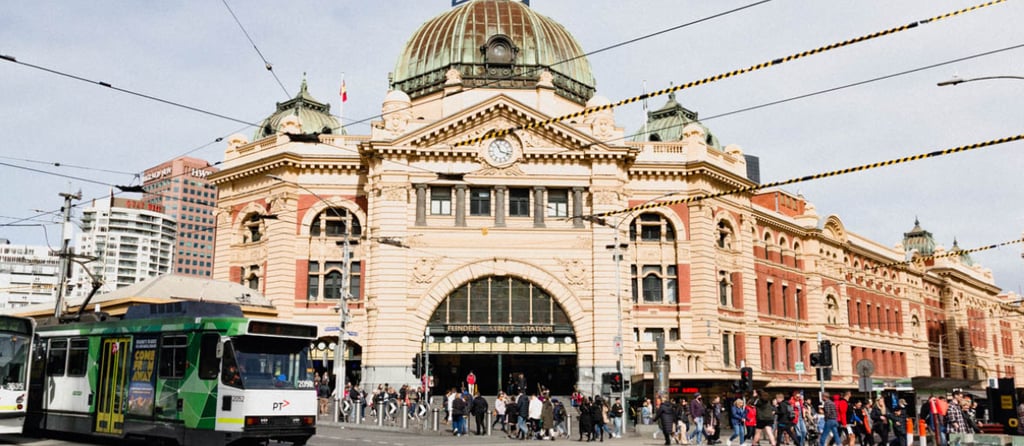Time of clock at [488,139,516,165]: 11:17
